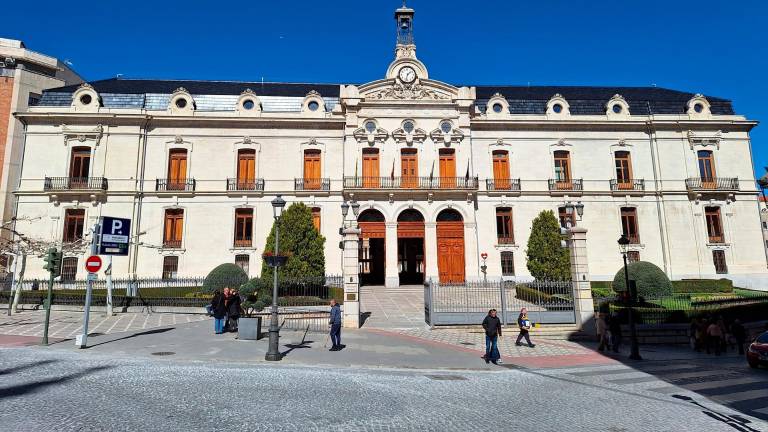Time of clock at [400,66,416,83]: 1:32
